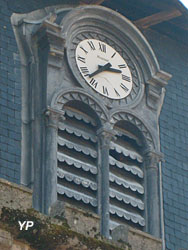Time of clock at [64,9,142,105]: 2:37
